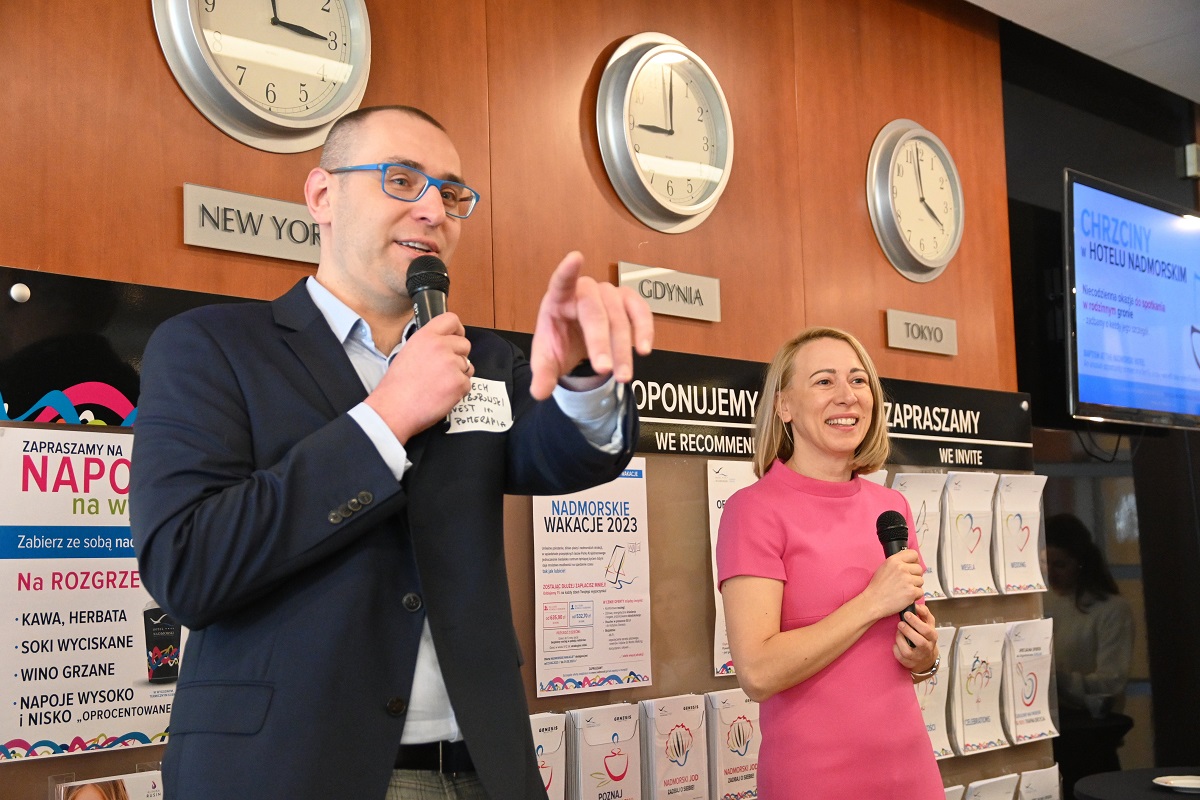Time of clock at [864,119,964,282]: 3:58
